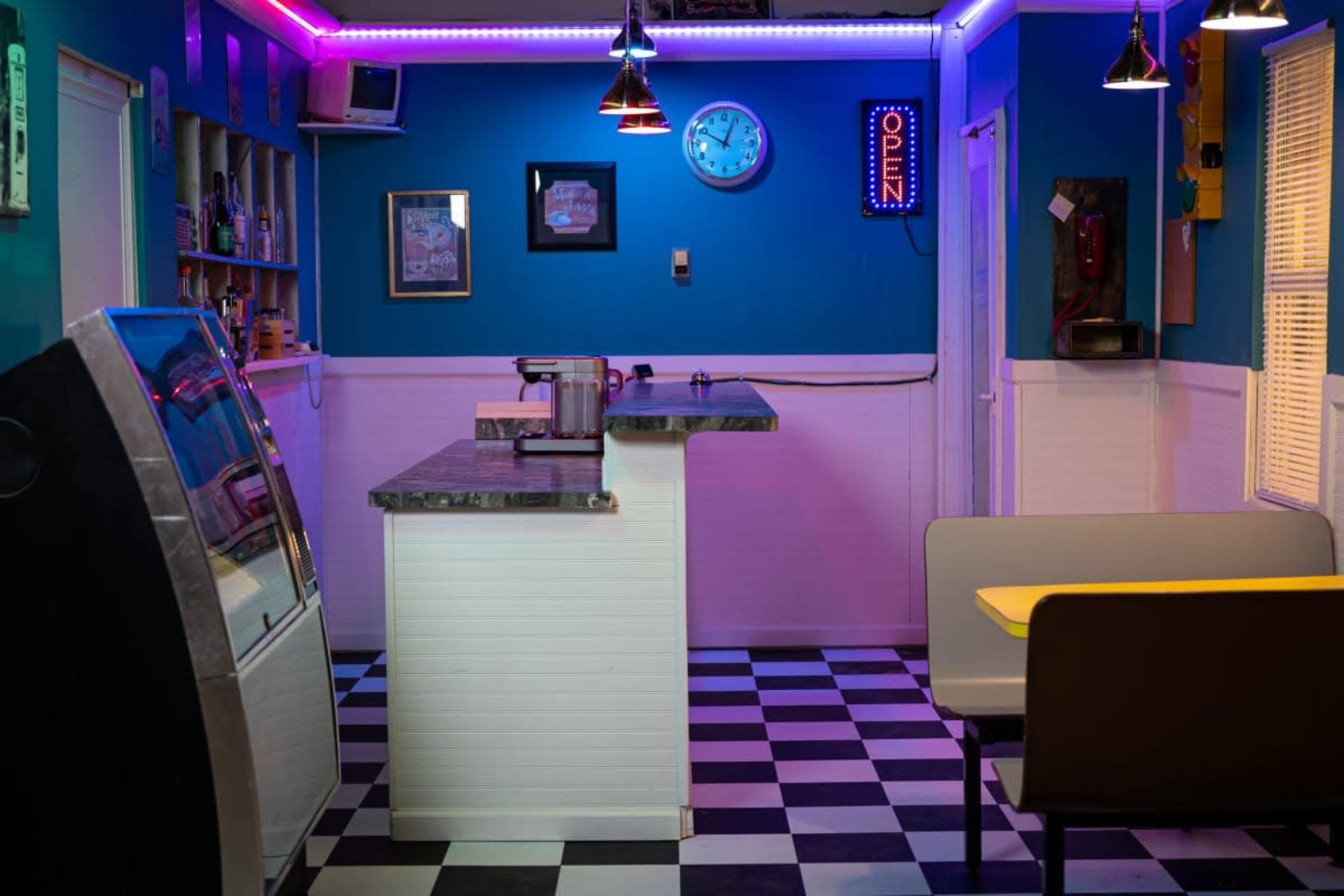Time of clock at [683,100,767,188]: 10:03
